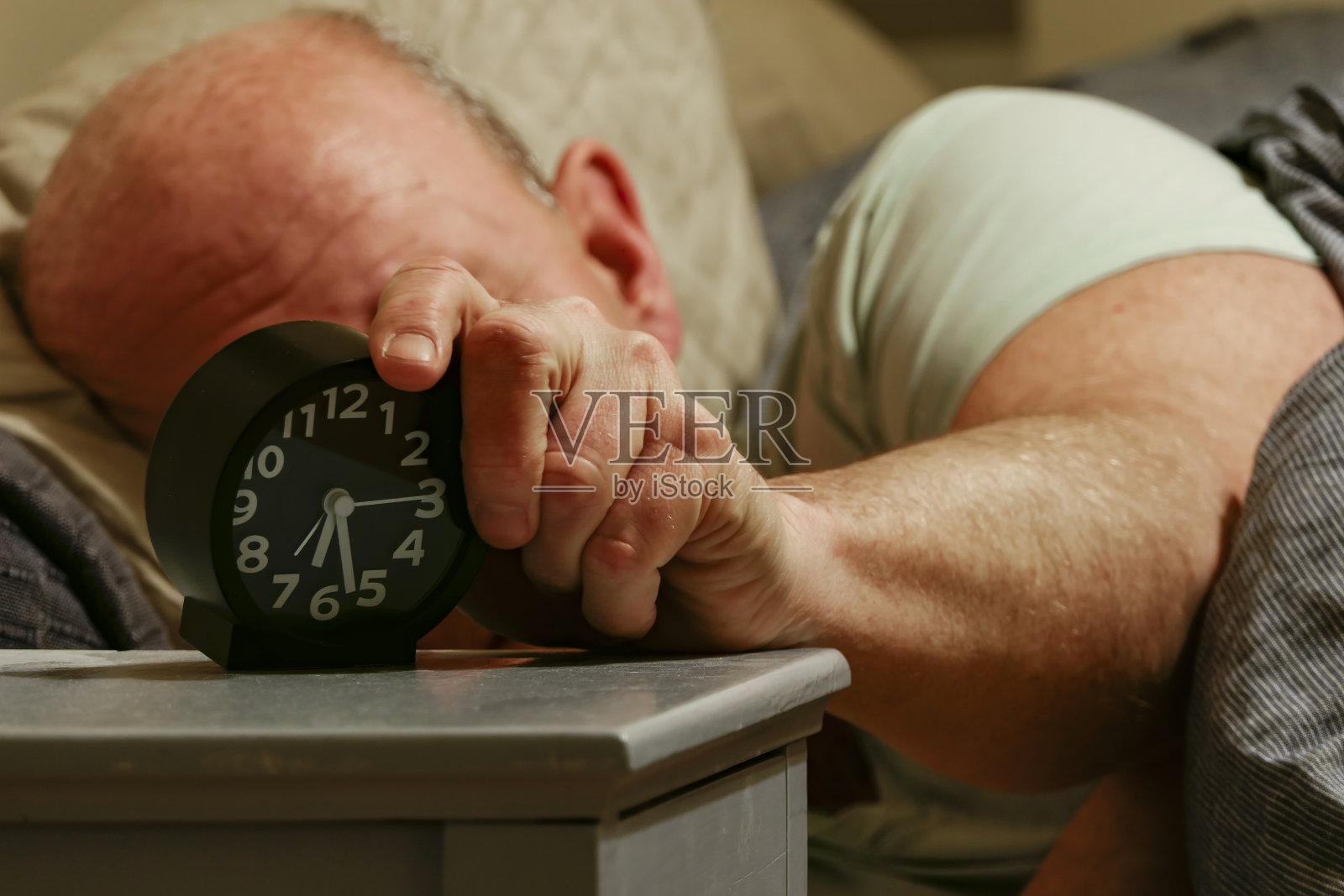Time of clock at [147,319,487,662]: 6:27
